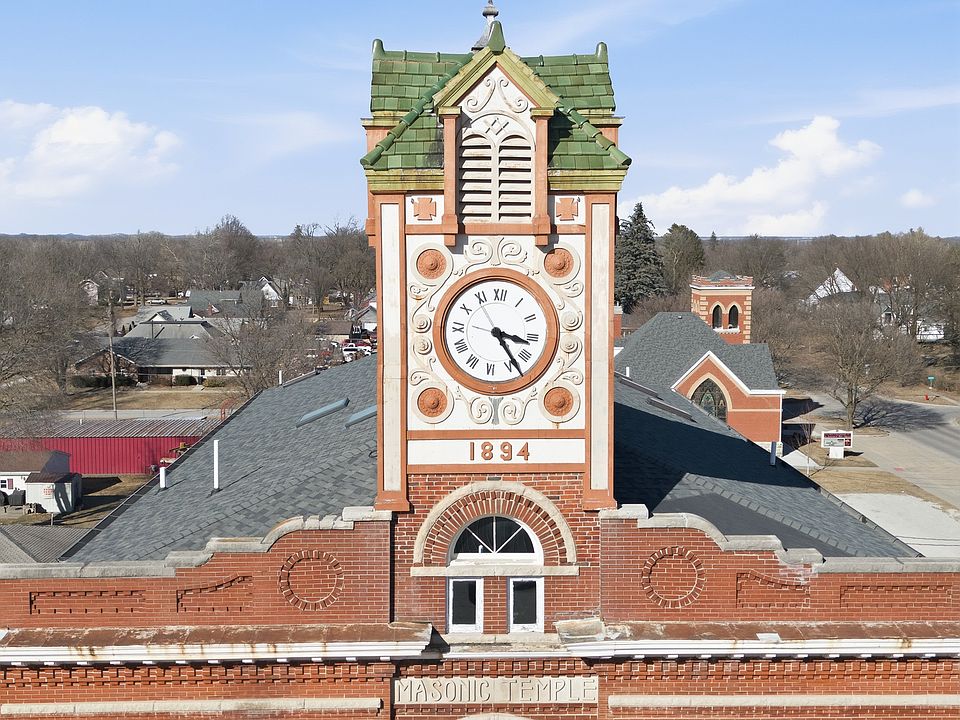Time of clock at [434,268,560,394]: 3:23
